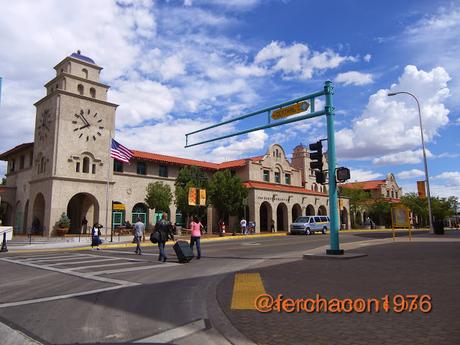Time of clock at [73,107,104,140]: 7:52
